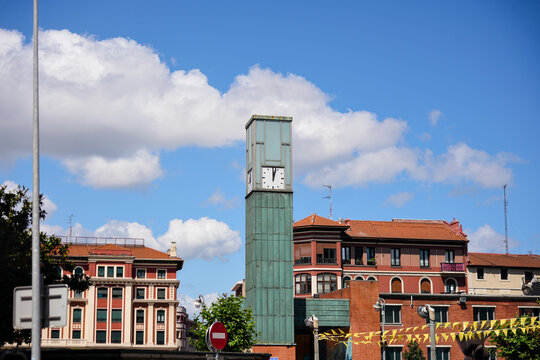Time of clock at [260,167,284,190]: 12:02
